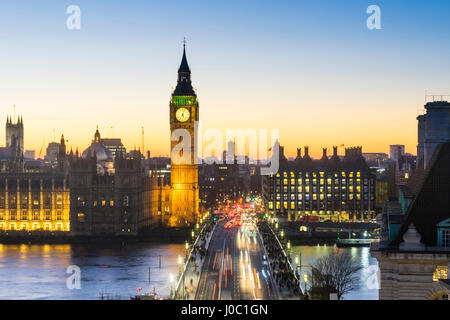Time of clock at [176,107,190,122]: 5:03
